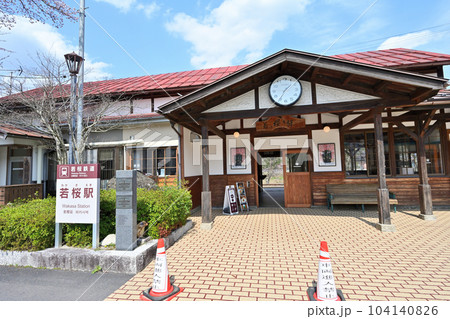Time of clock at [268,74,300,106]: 1:35
